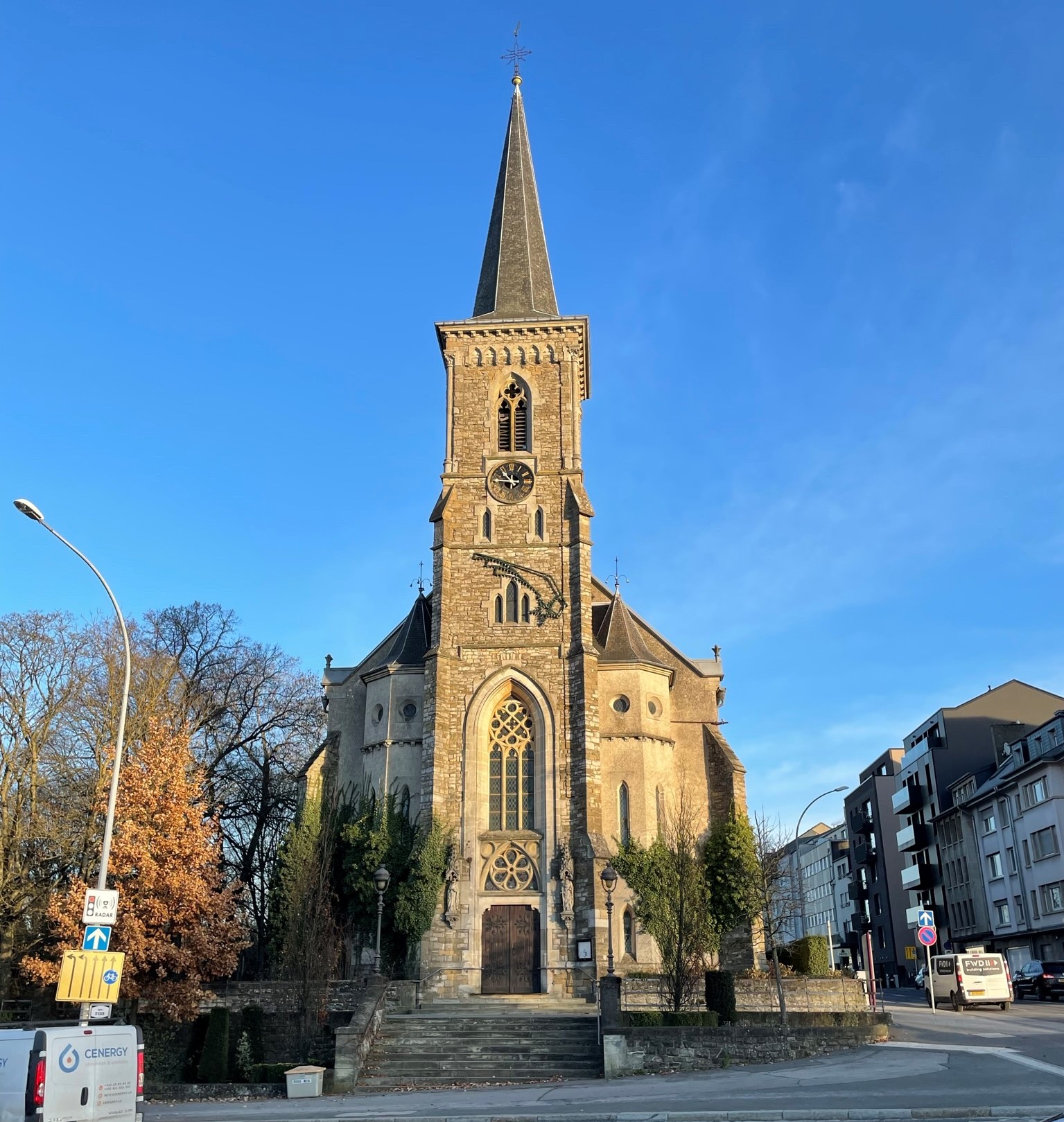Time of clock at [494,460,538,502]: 10:45
